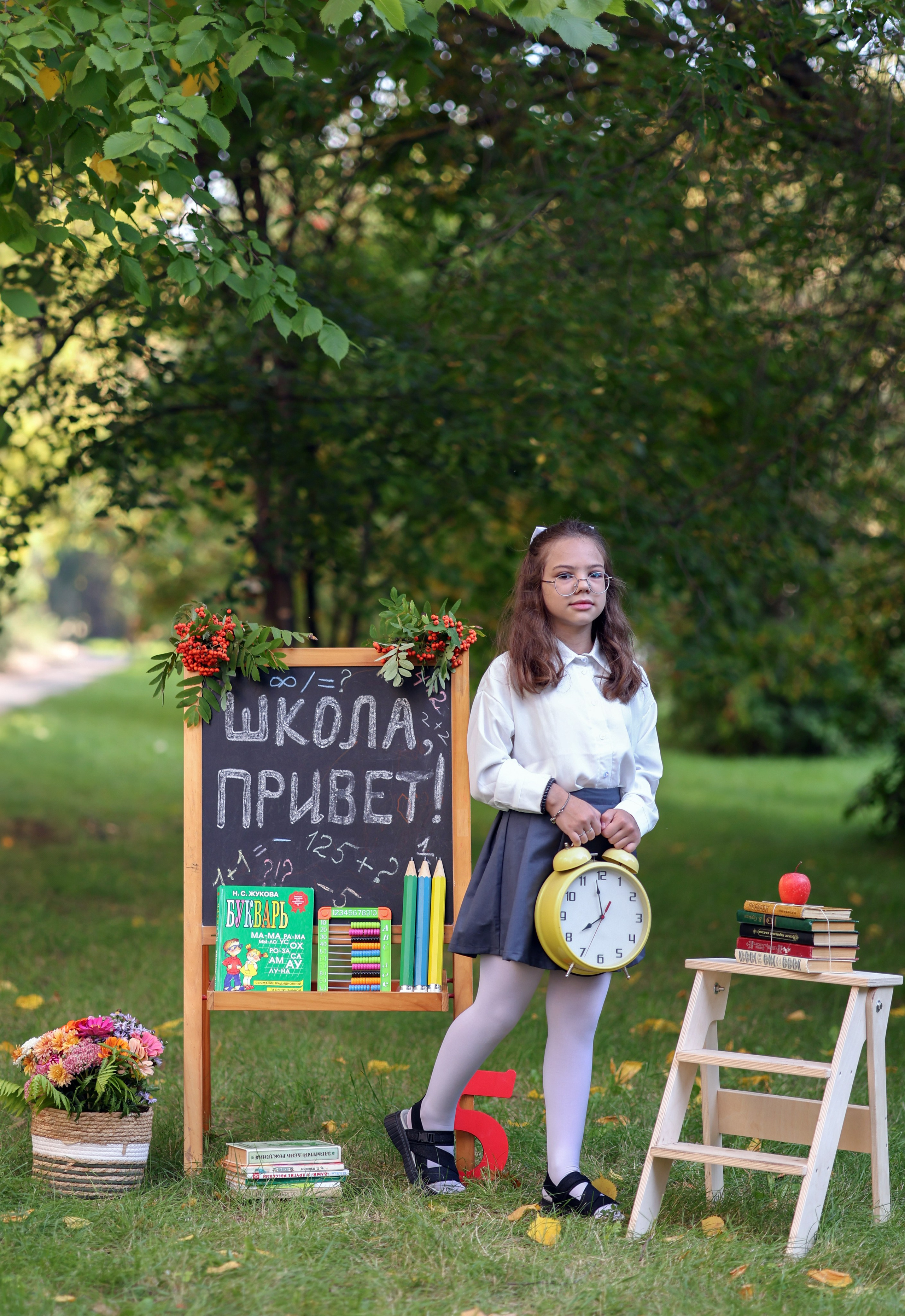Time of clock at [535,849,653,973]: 7:58
